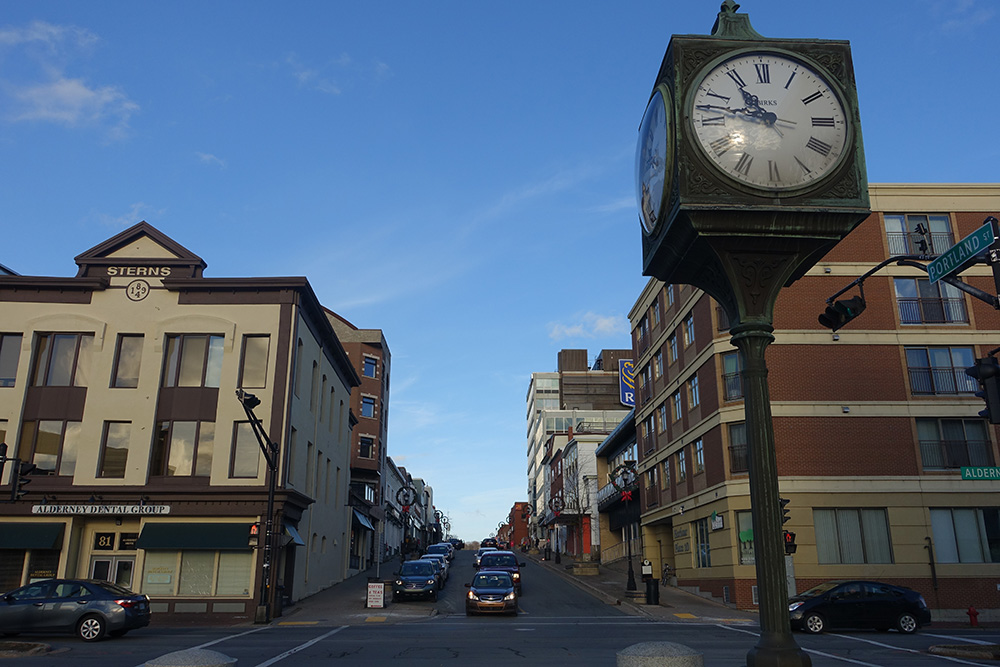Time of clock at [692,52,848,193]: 10:47
